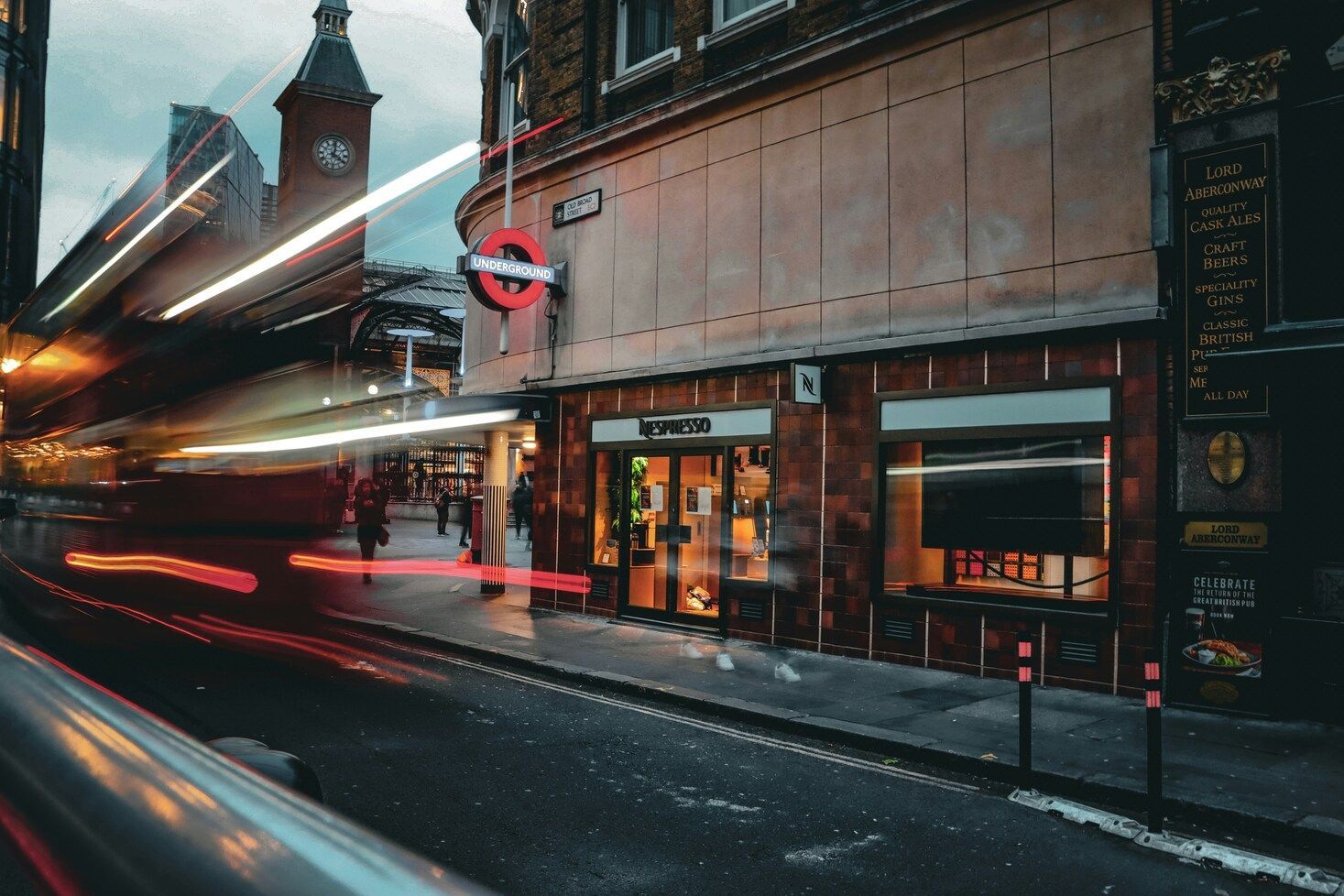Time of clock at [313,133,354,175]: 4:01
